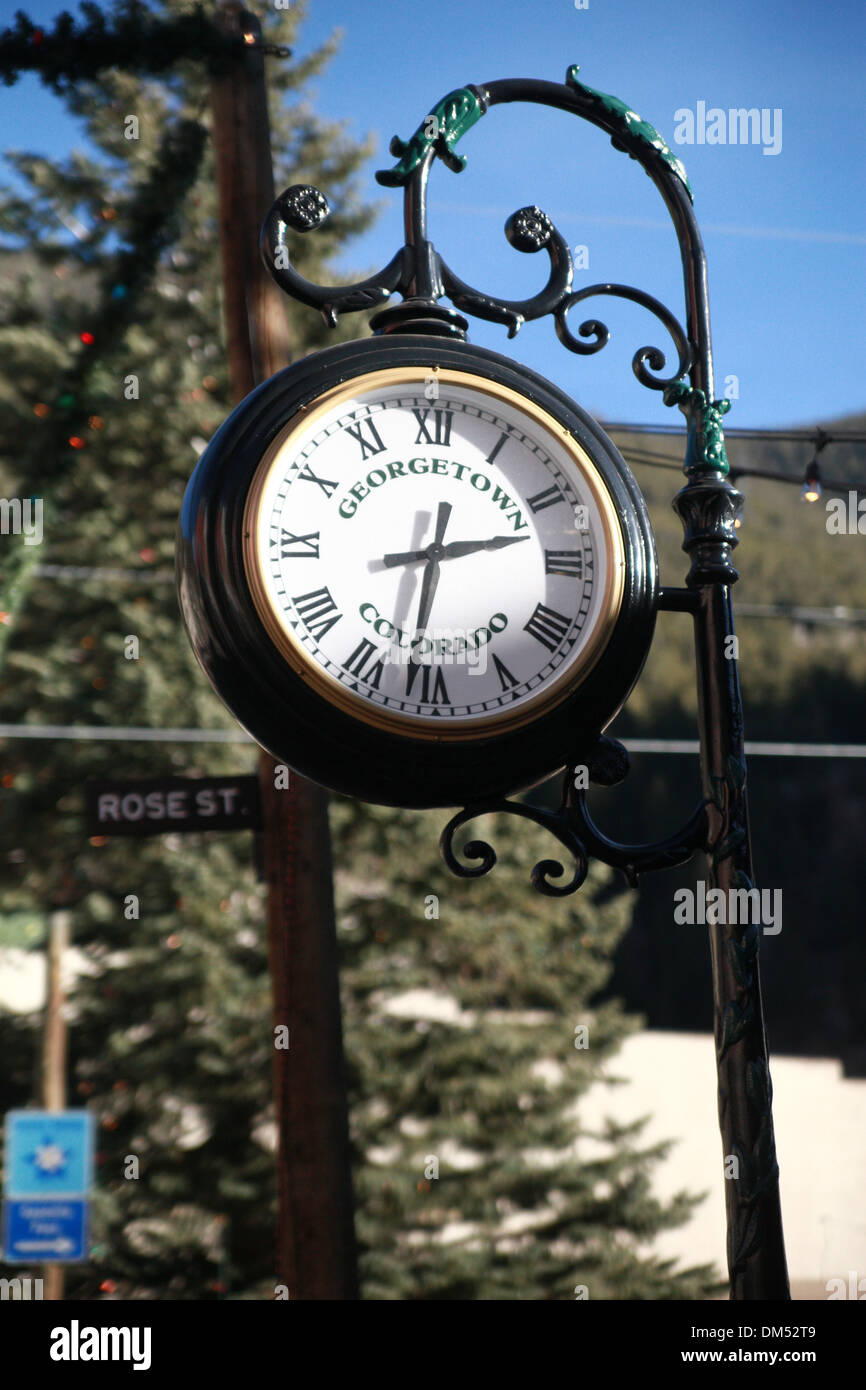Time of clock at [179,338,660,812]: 2:31
